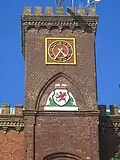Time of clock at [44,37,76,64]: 4:35
